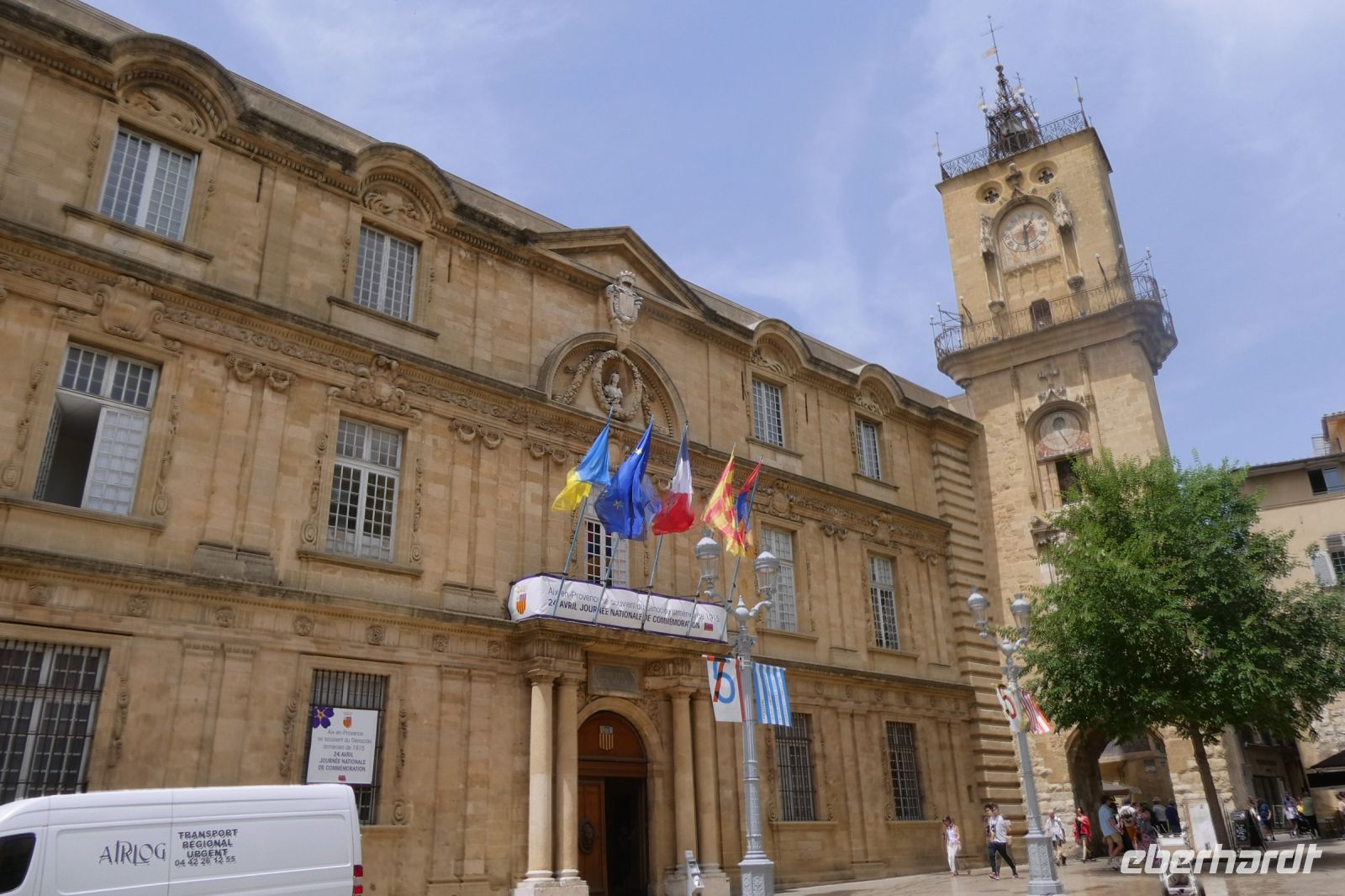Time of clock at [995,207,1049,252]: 12:28
